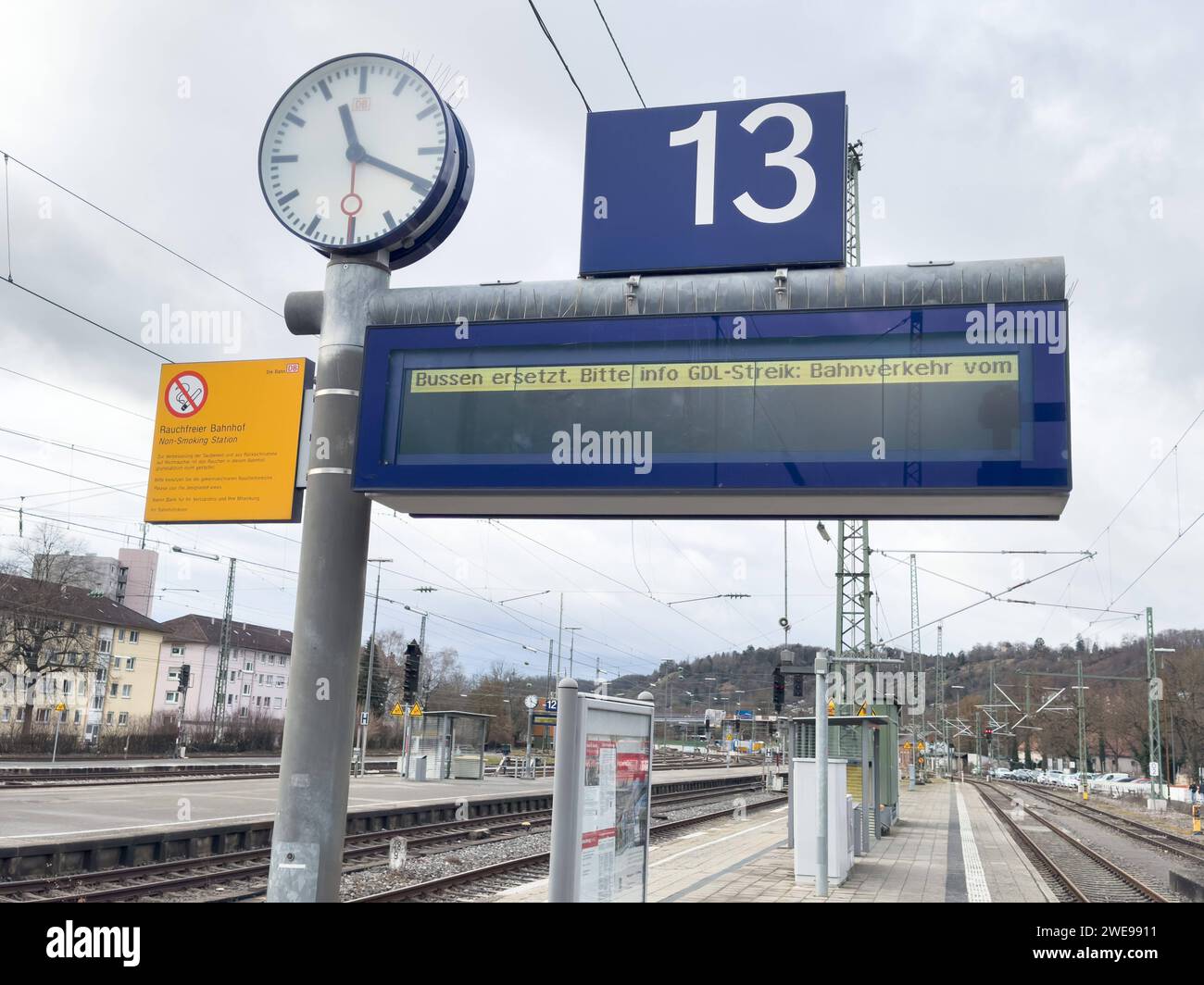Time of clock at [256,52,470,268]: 11:19
